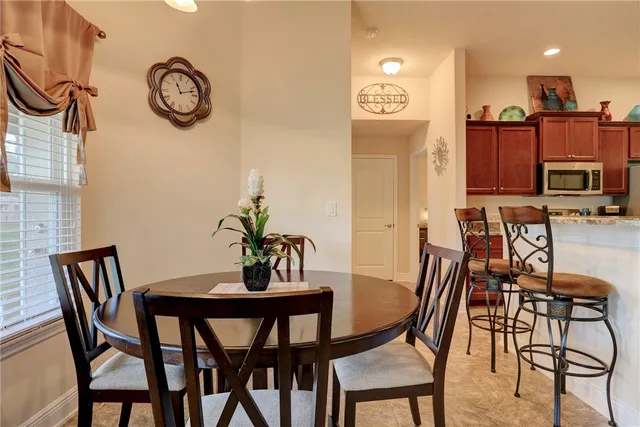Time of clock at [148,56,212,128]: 11:12
